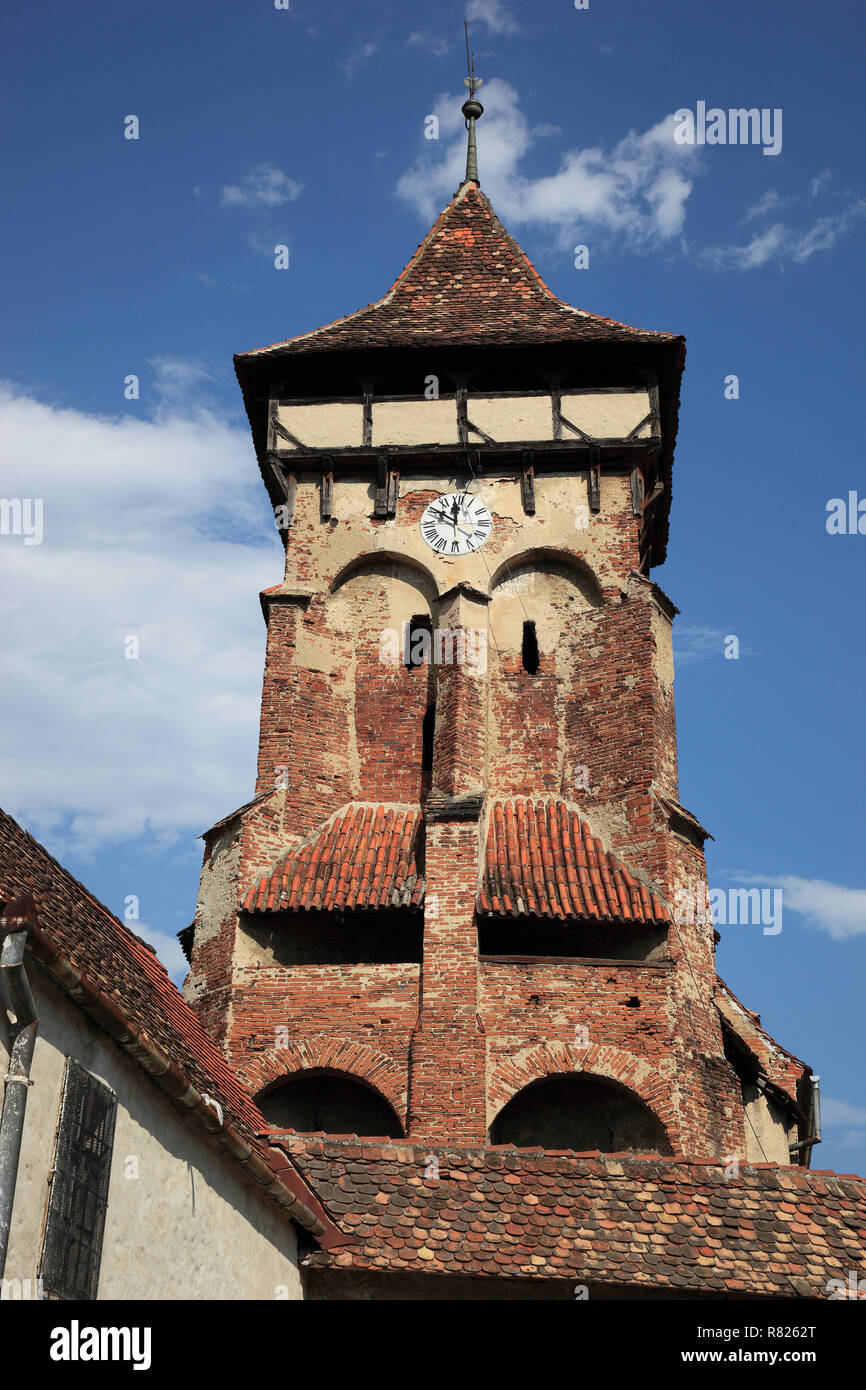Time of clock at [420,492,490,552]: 11:50
